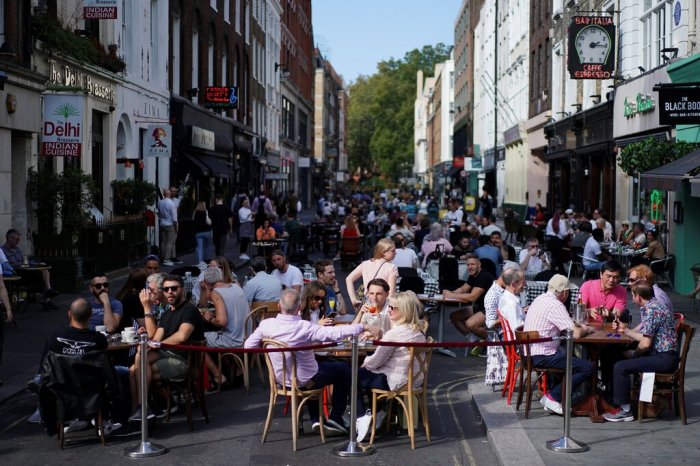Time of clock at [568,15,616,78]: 2:15
